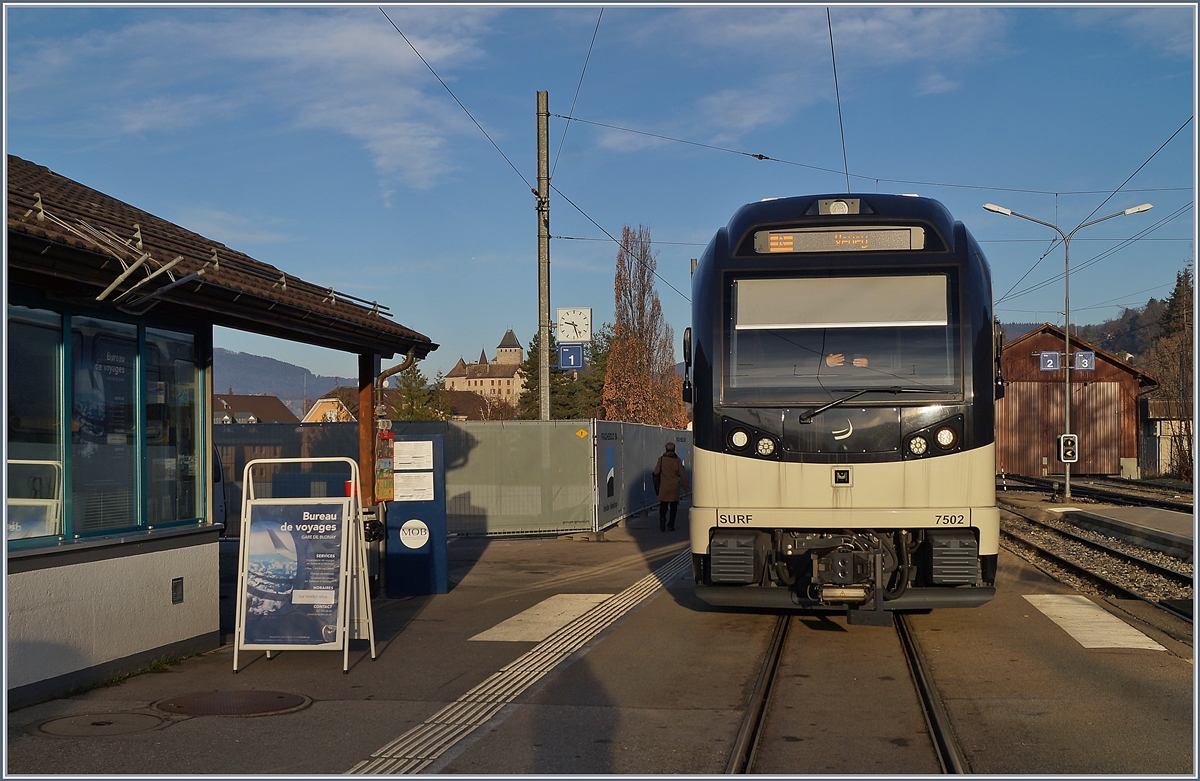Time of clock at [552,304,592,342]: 9:27
